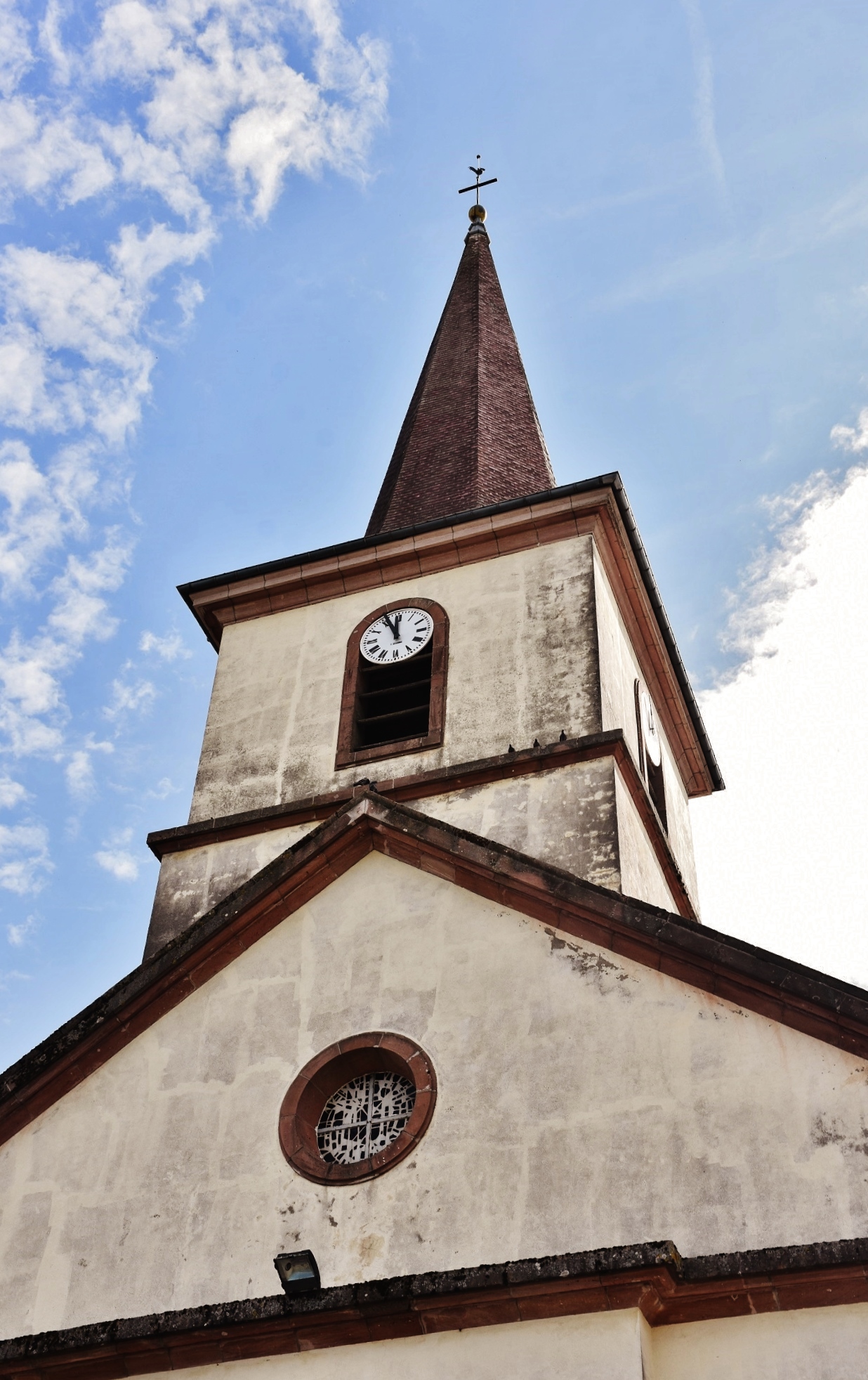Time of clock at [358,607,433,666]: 11:55
